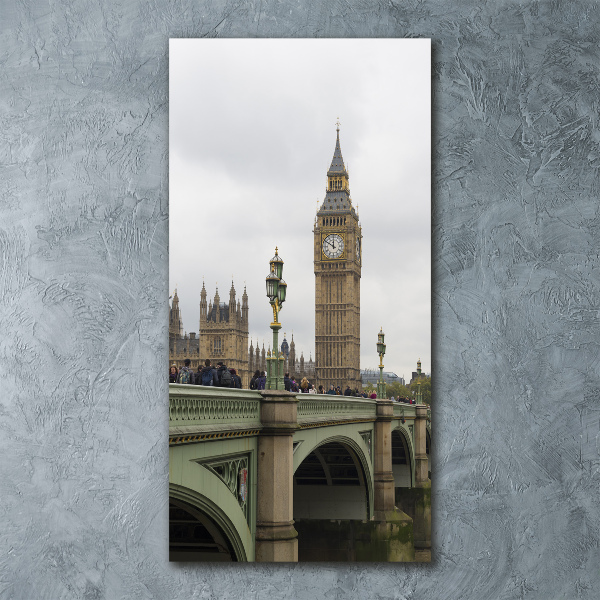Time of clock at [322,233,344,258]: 11:50
